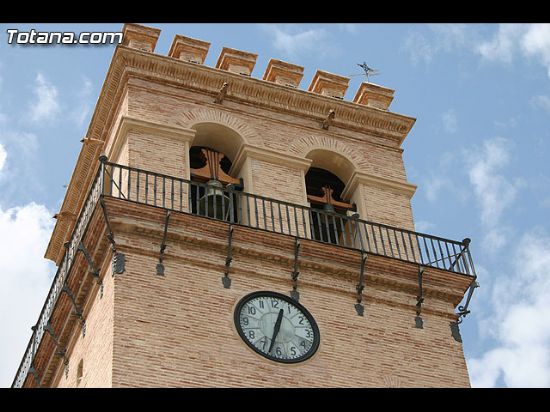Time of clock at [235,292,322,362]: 12:32
